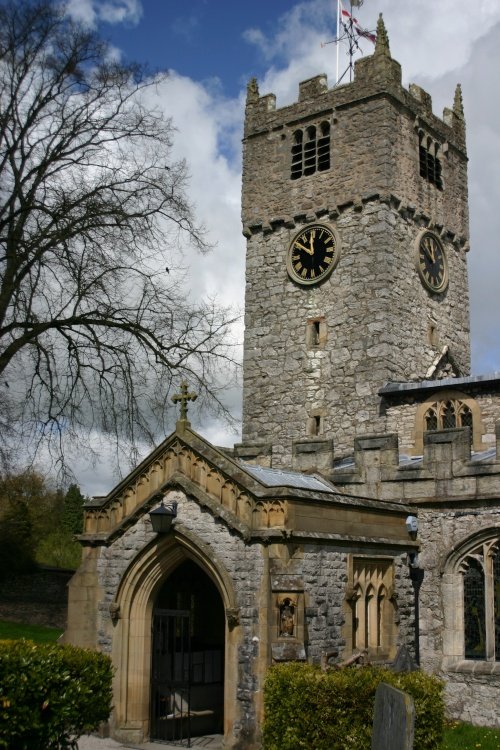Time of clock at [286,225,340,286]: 11:50
